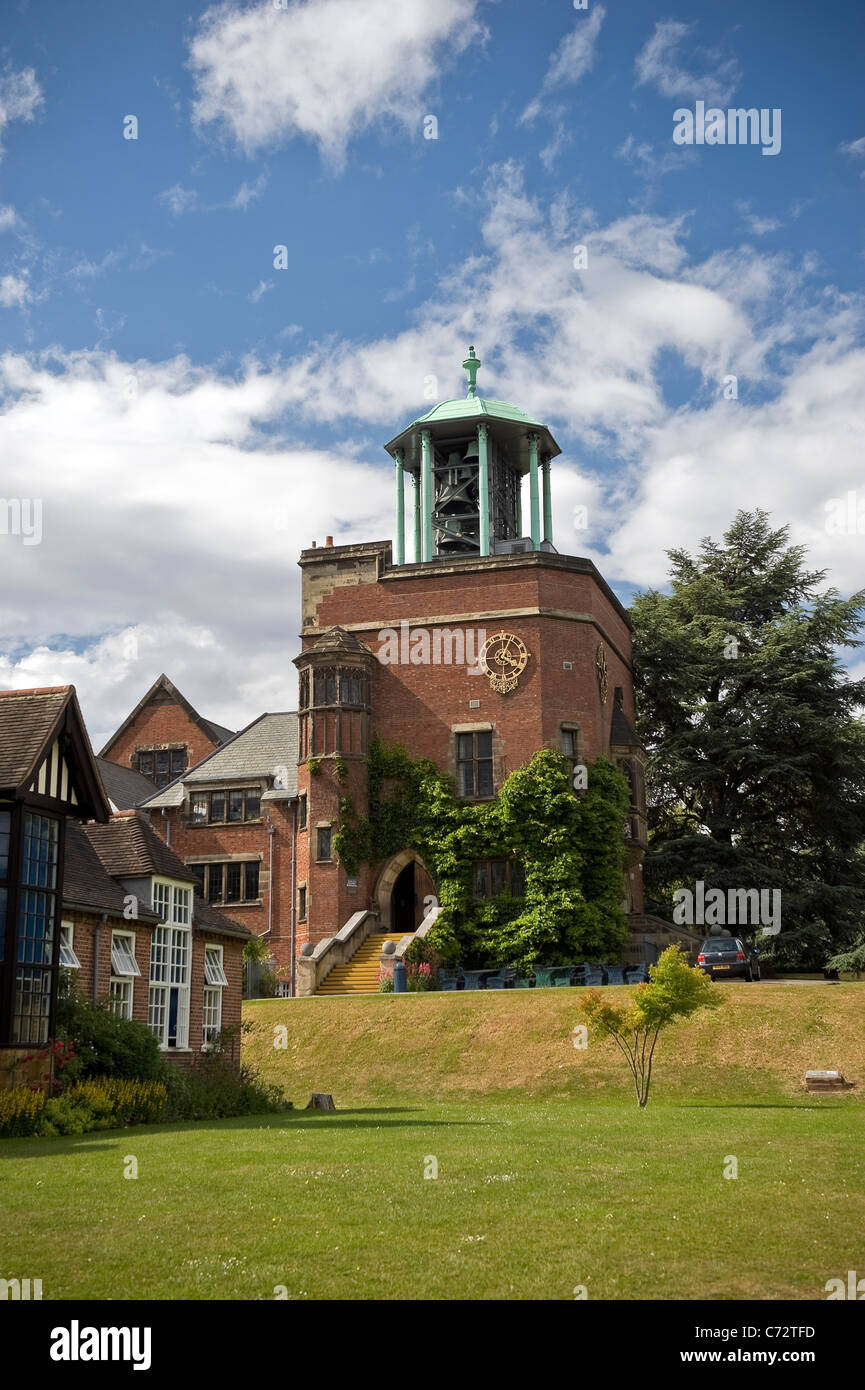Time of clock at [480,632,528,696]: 4:03
